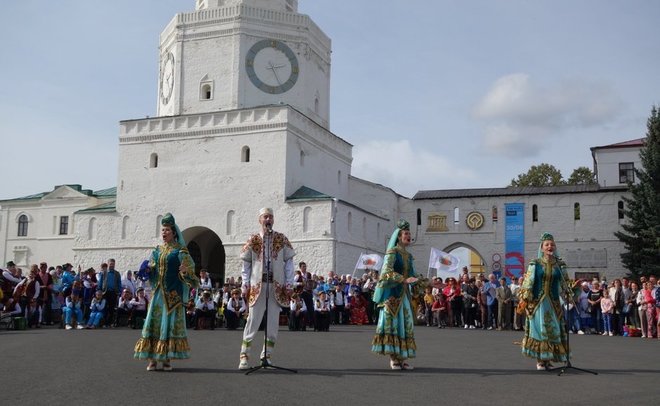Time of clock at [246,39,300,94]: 2:25
